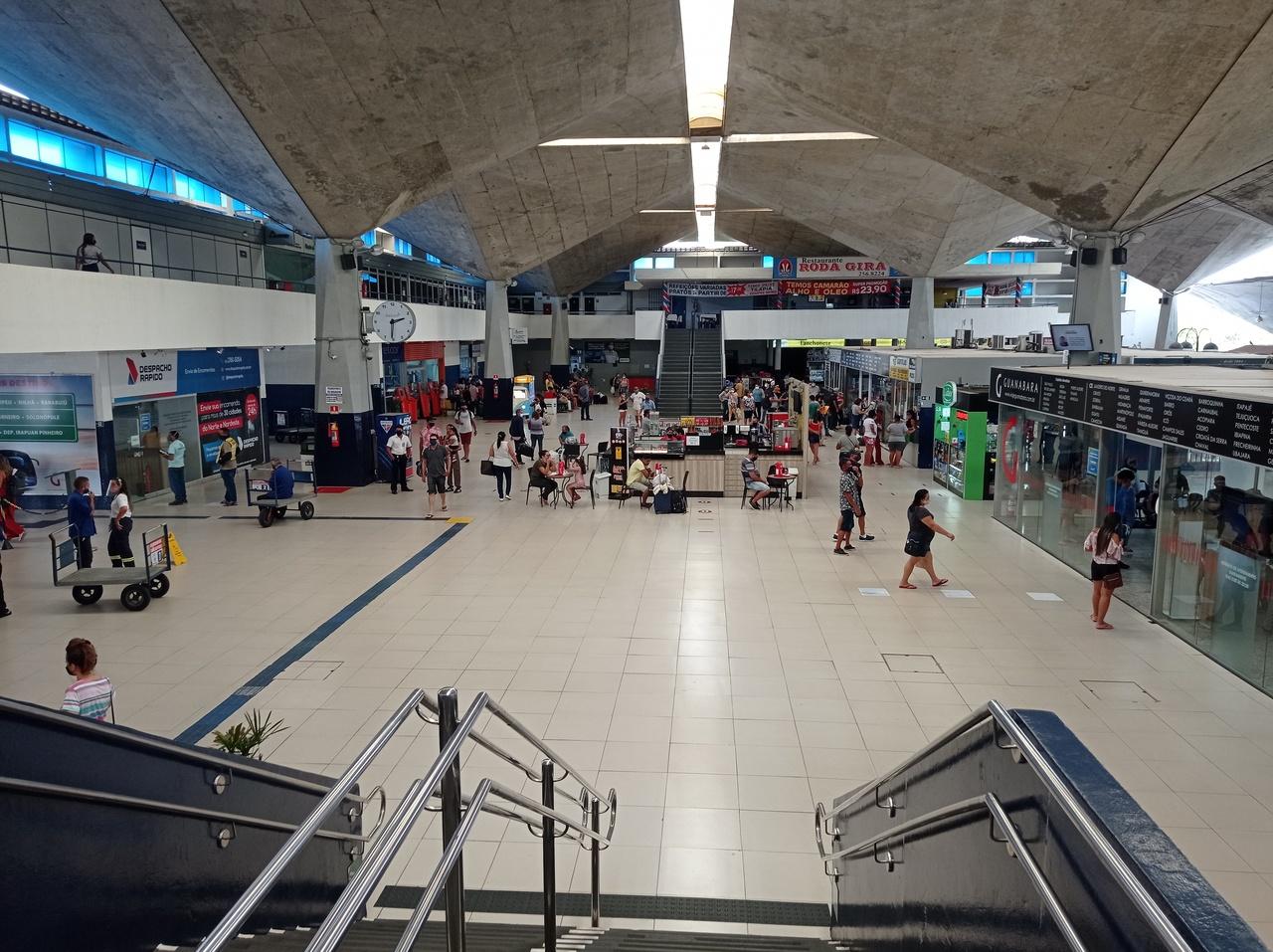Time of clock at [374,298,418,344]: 2:30
